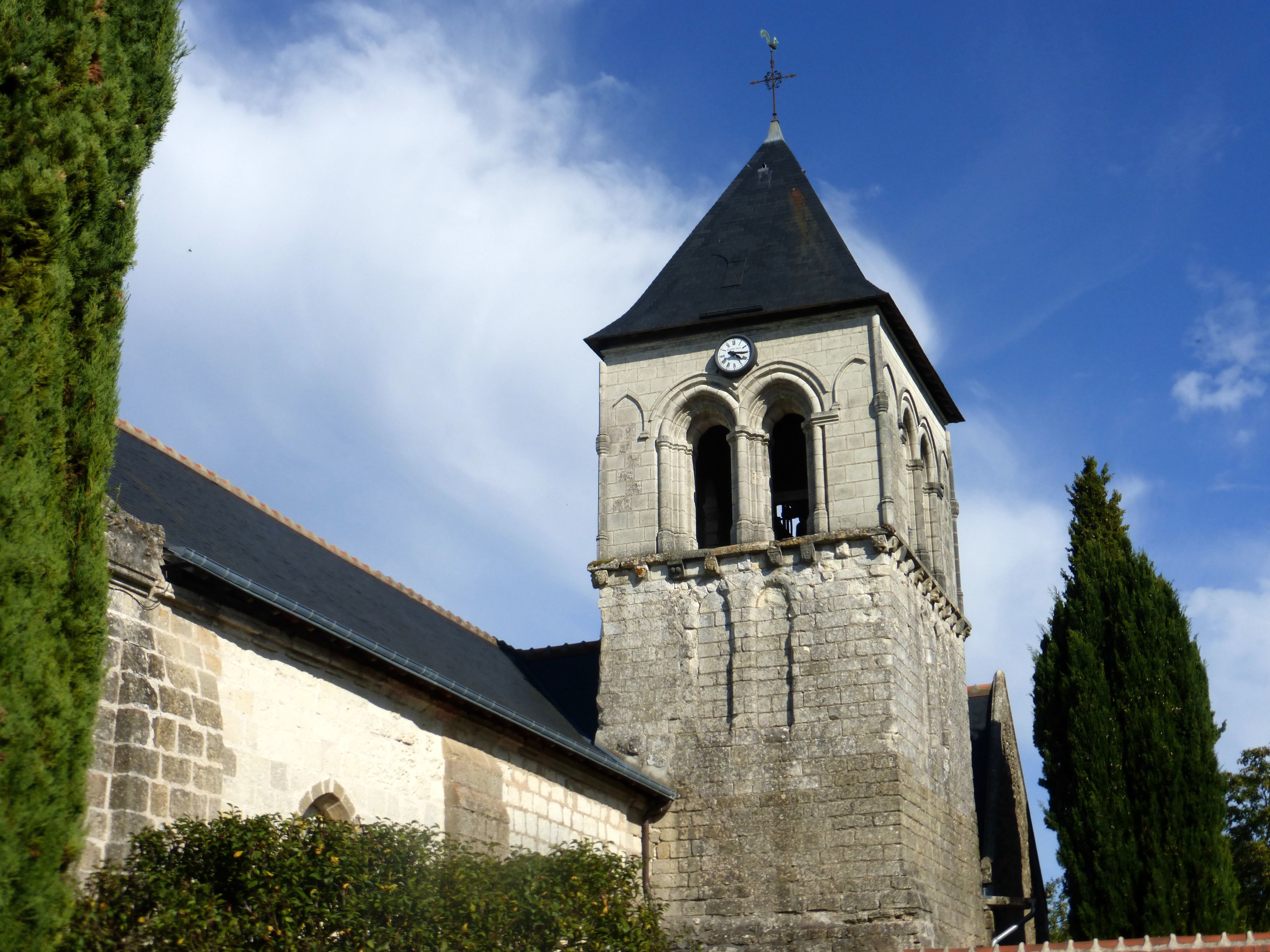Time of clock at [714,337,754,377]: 4:15
